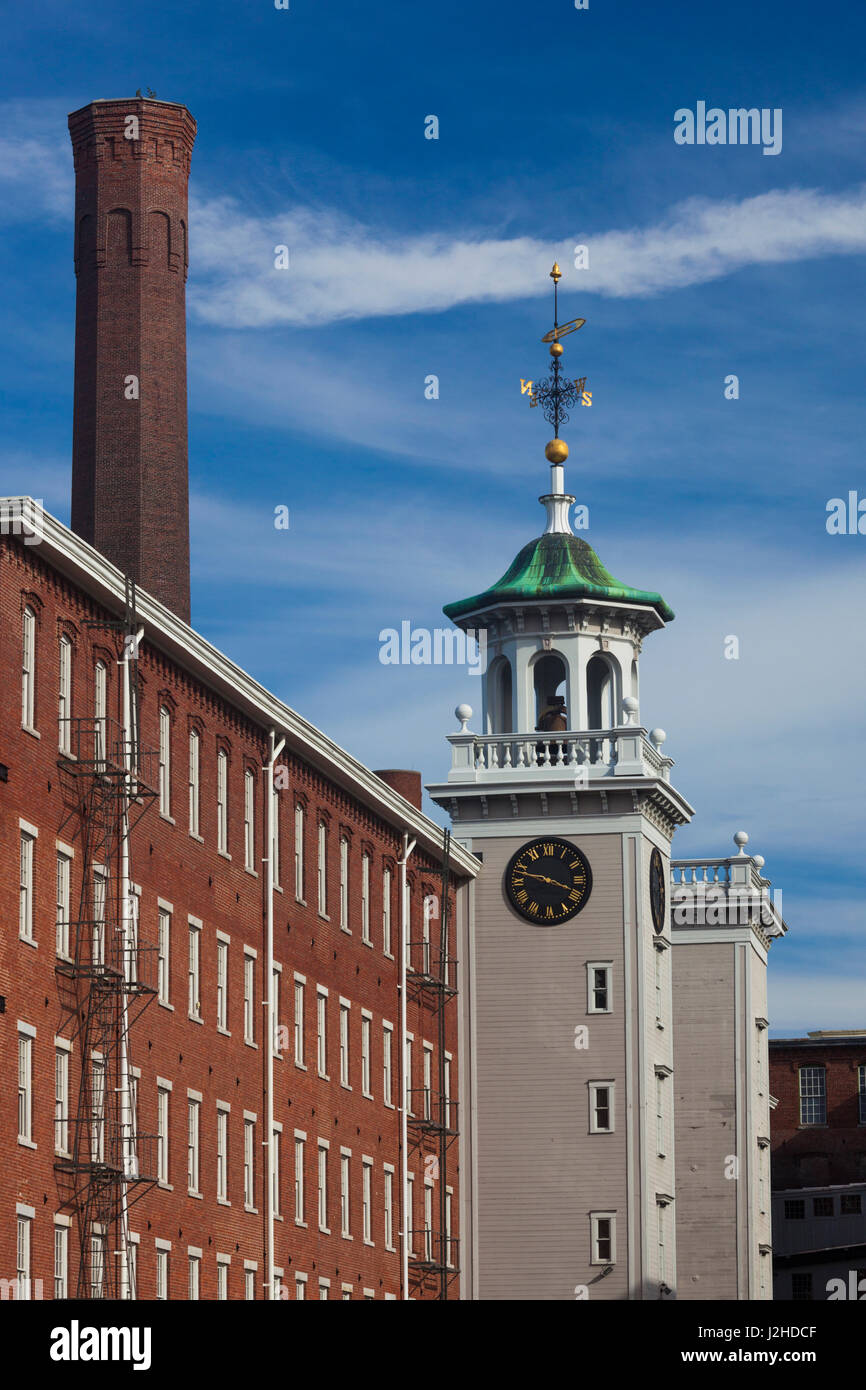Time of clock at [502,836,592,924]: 3:47
